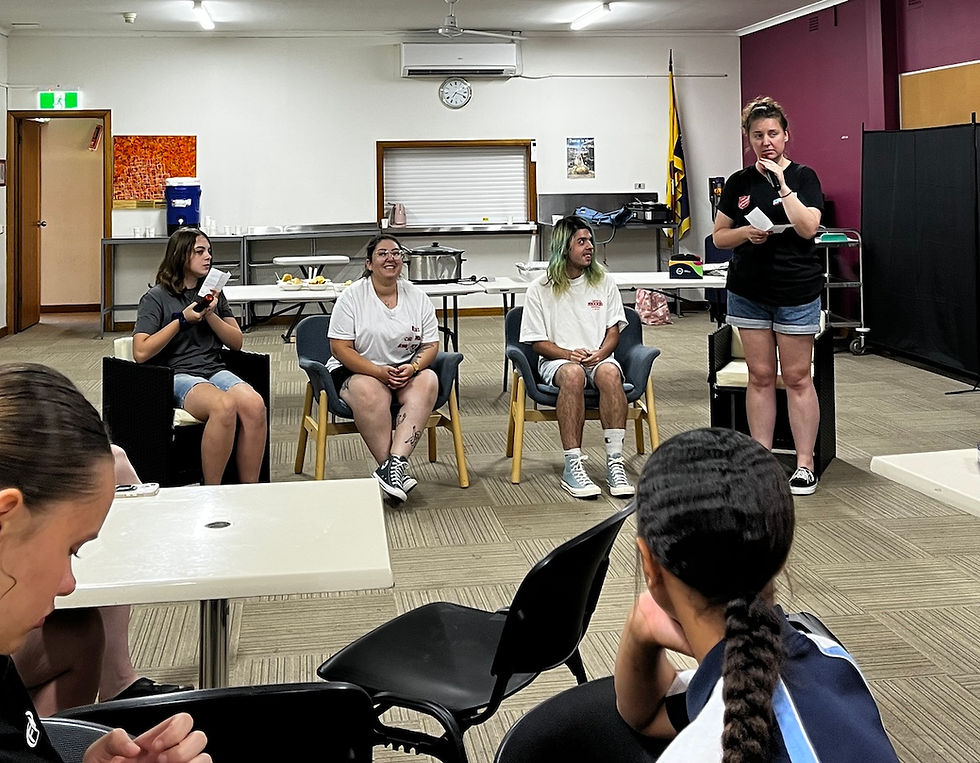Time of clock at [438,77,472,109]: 7:18
